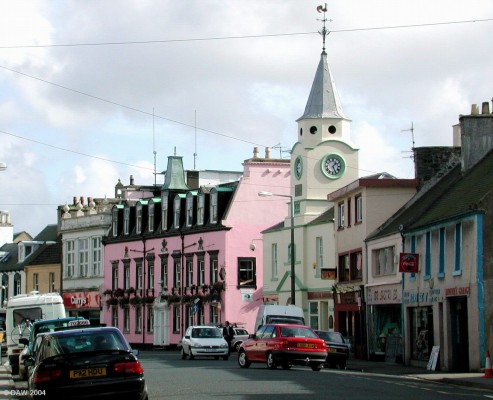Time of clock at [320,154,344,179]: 1:26
